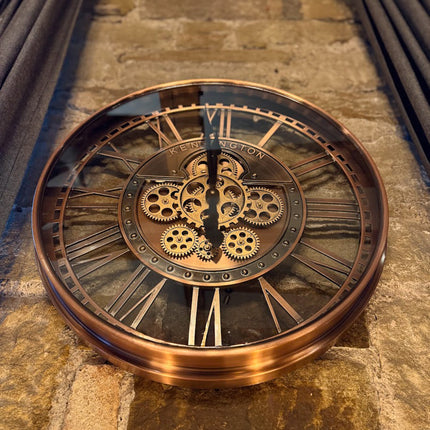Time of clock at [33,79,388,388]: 11:59
